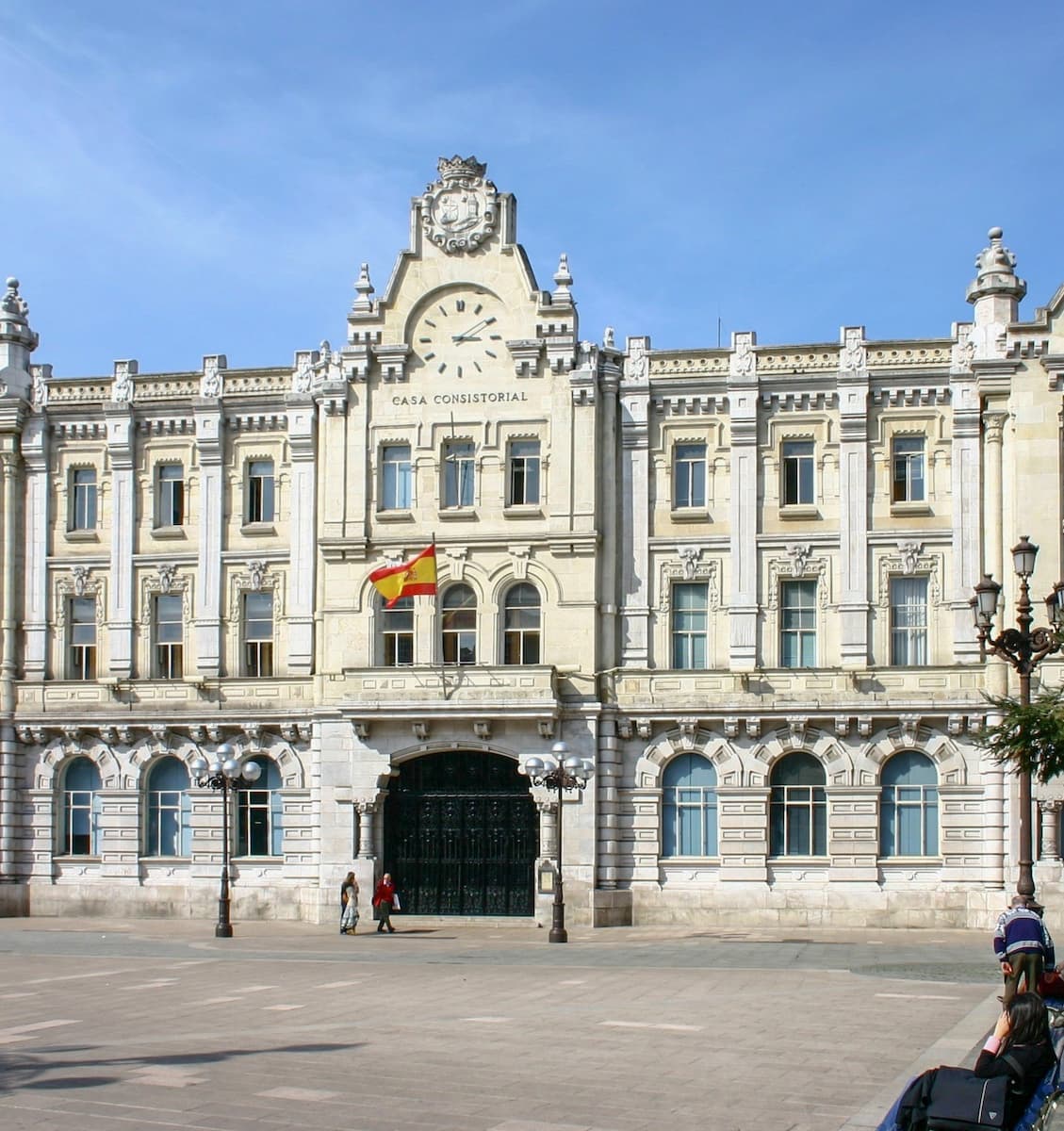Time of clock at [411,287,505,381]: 3:09
